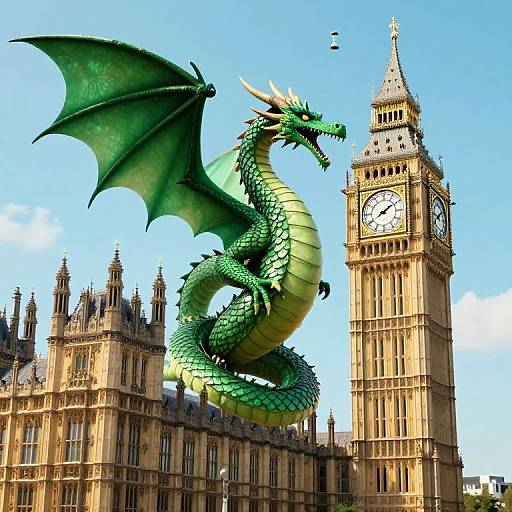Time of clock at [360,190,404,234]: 2:09
